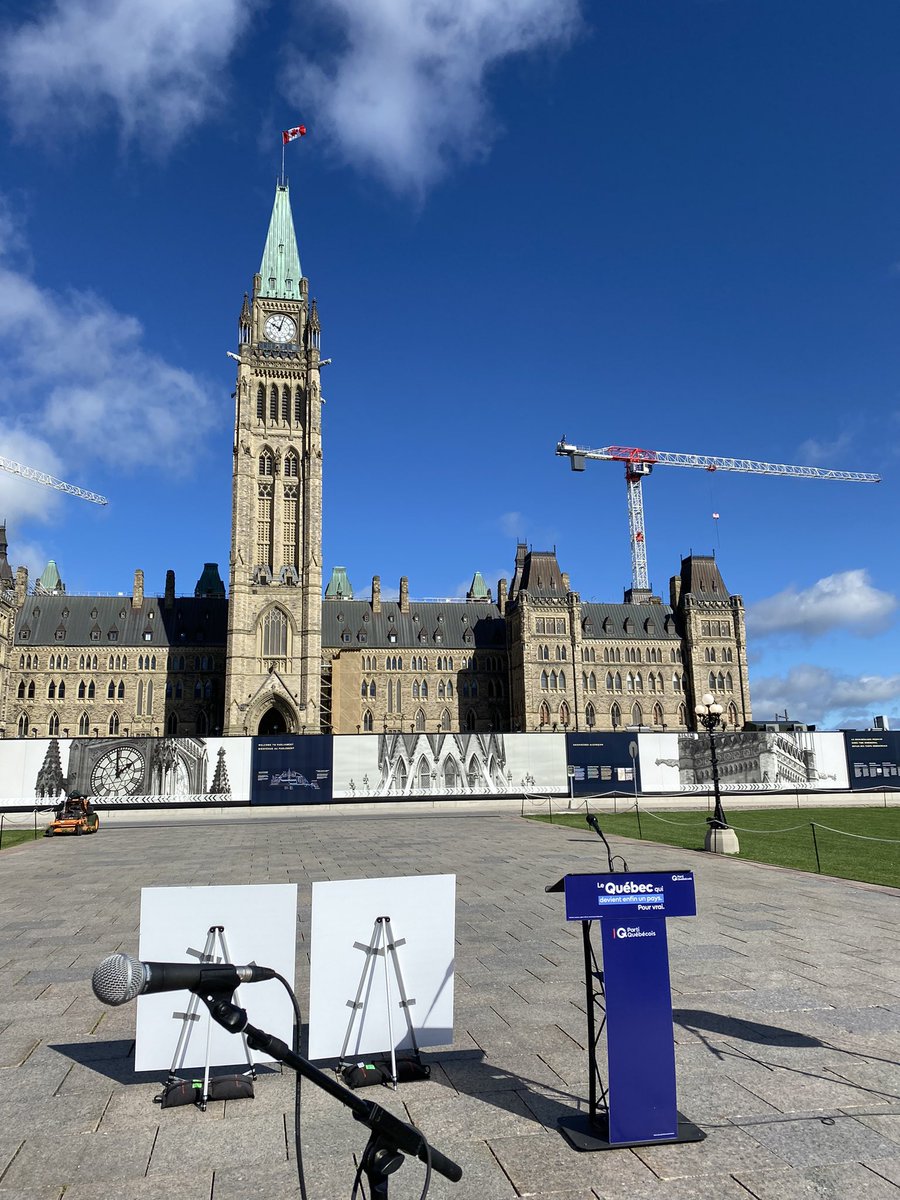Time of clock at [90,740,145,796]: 1:59
